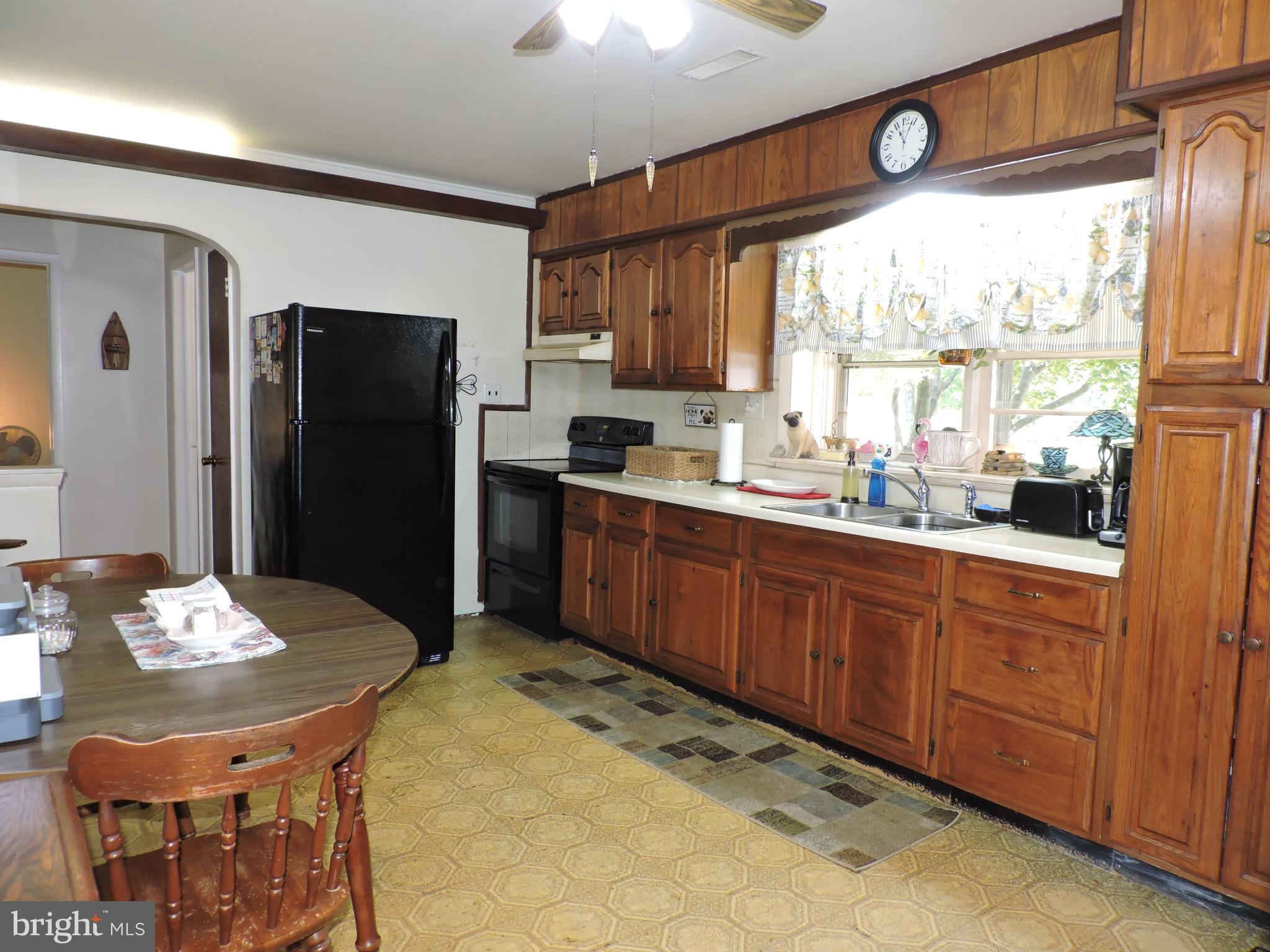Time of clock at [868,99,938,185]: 11:03
